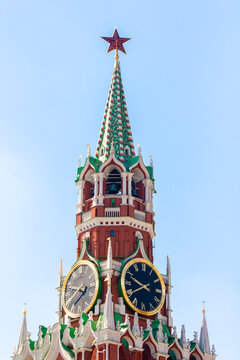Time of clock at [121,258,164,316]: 9:40
